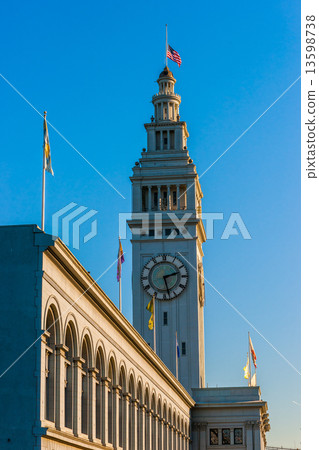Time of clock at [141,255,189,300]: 2:27
